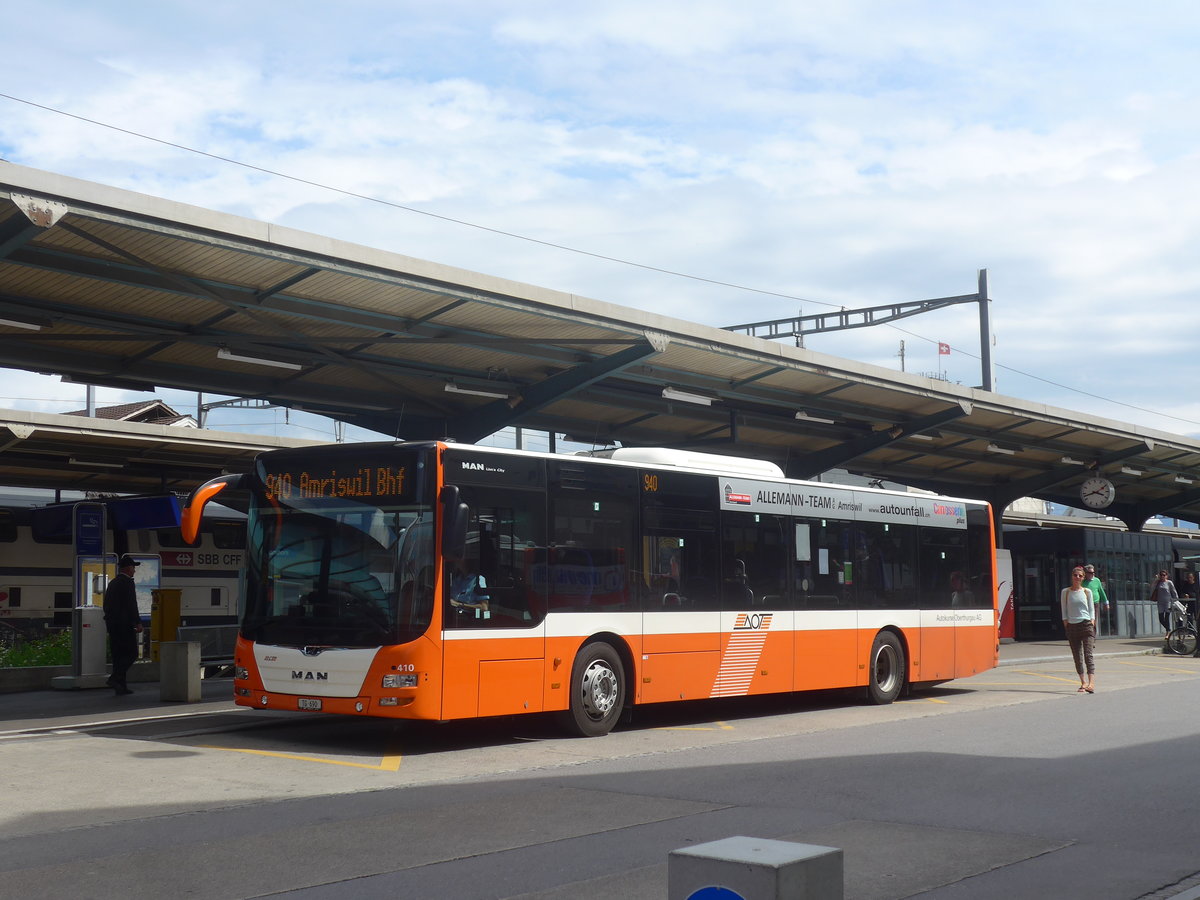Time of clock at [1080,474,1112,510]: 3:42
